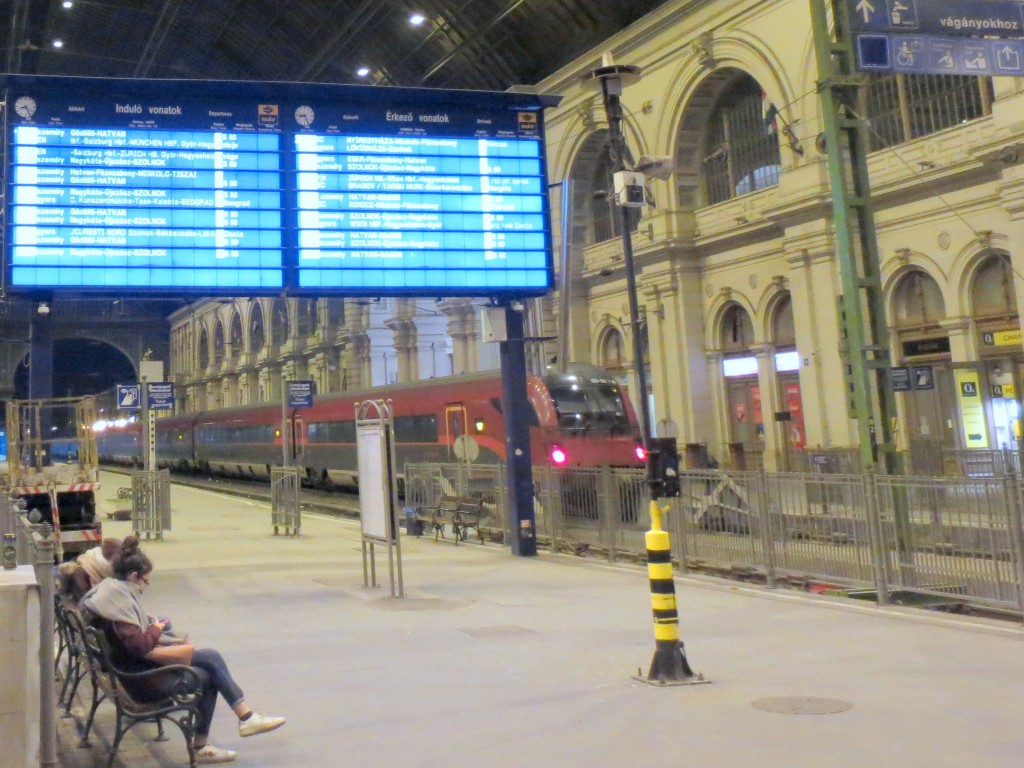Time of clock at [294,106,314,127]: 8:25
